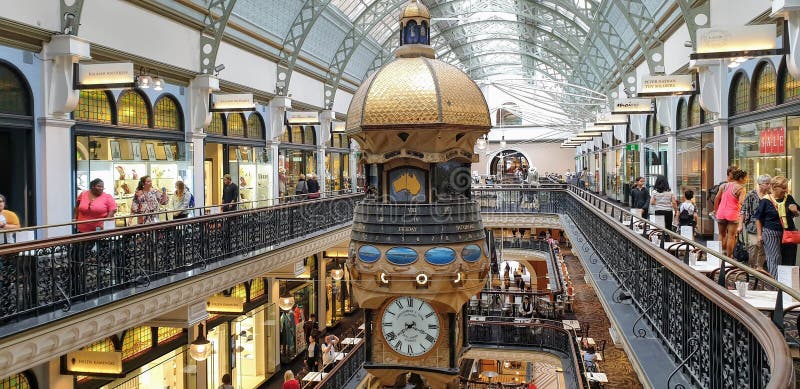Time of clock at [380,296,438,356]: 3:38
